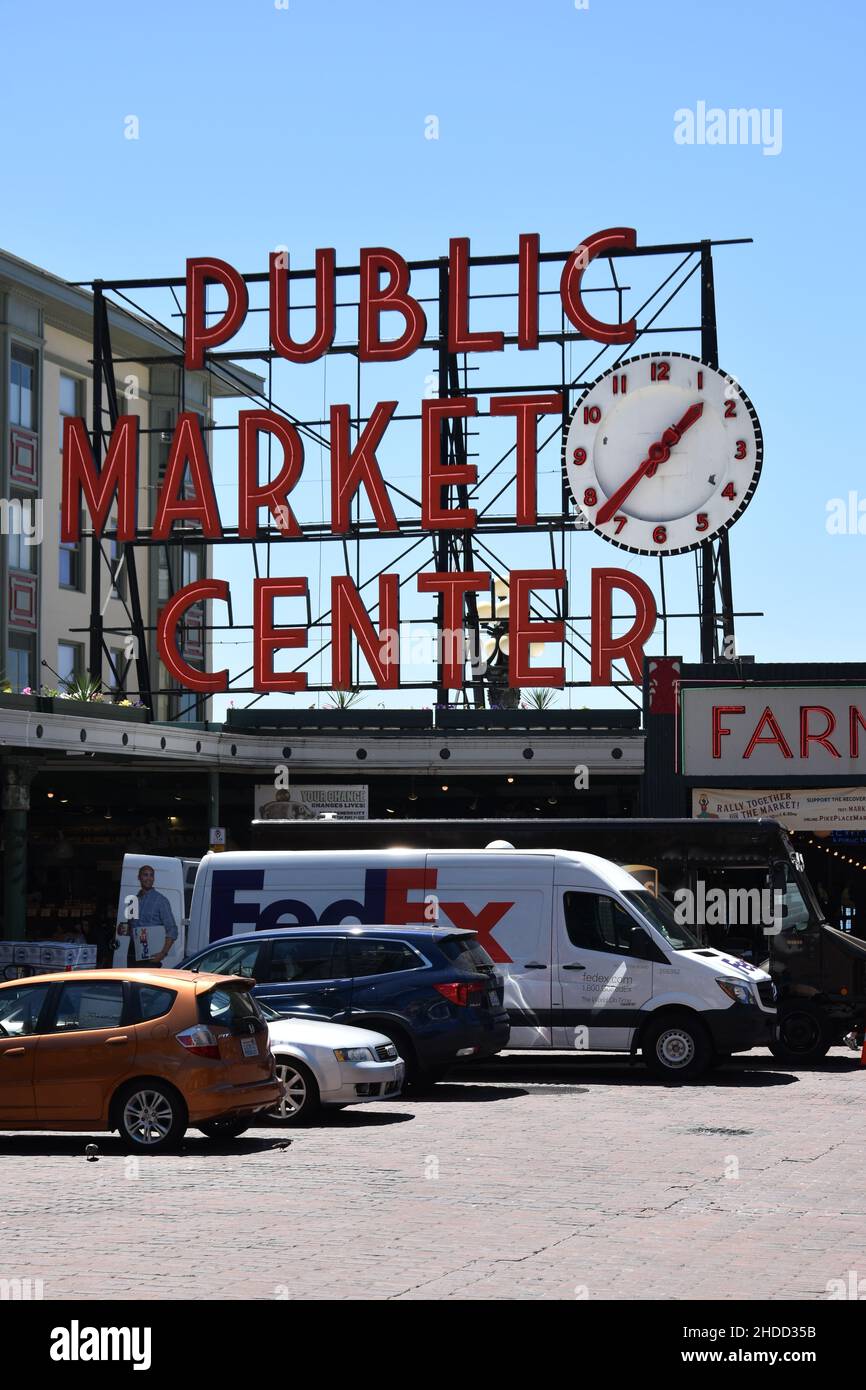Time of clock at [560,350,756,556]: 1:37
